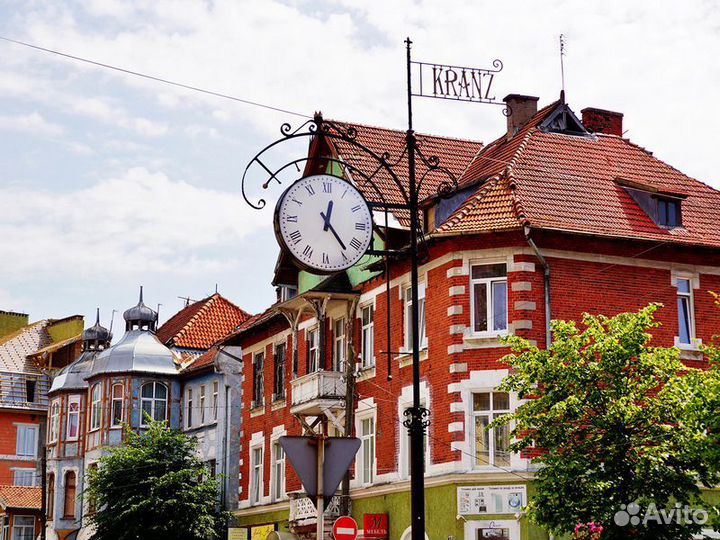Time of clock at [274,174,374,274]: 12:23
